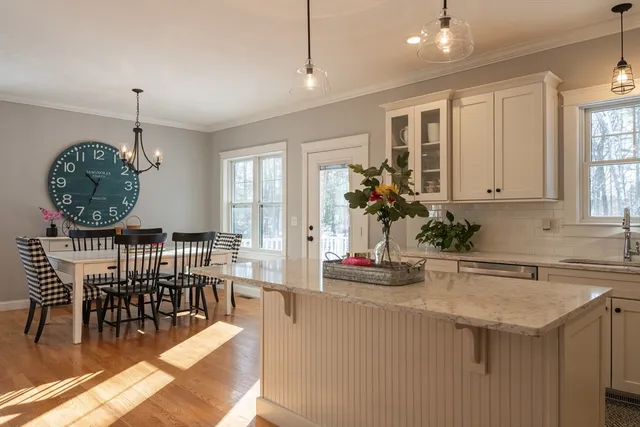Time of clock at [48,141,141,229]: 10:34
